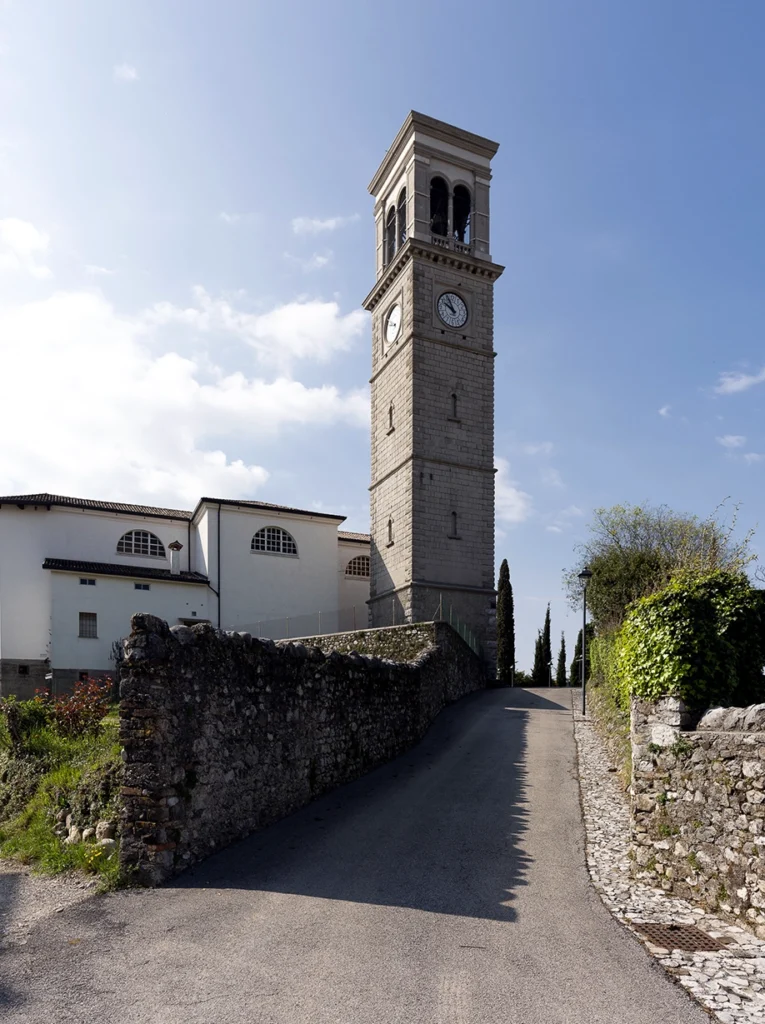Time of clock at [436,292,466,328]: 9:56
